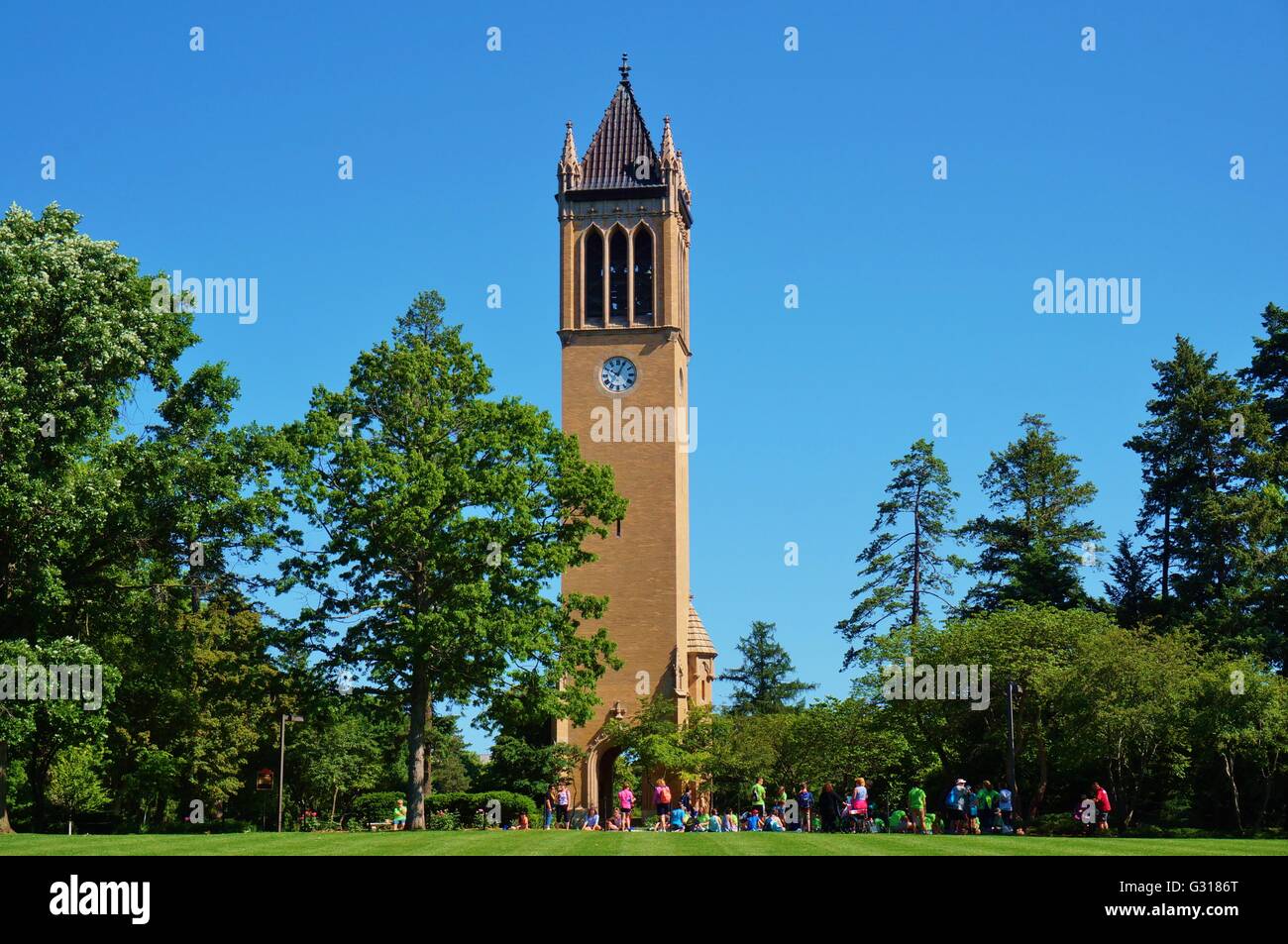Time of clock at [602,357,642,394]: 10:04
